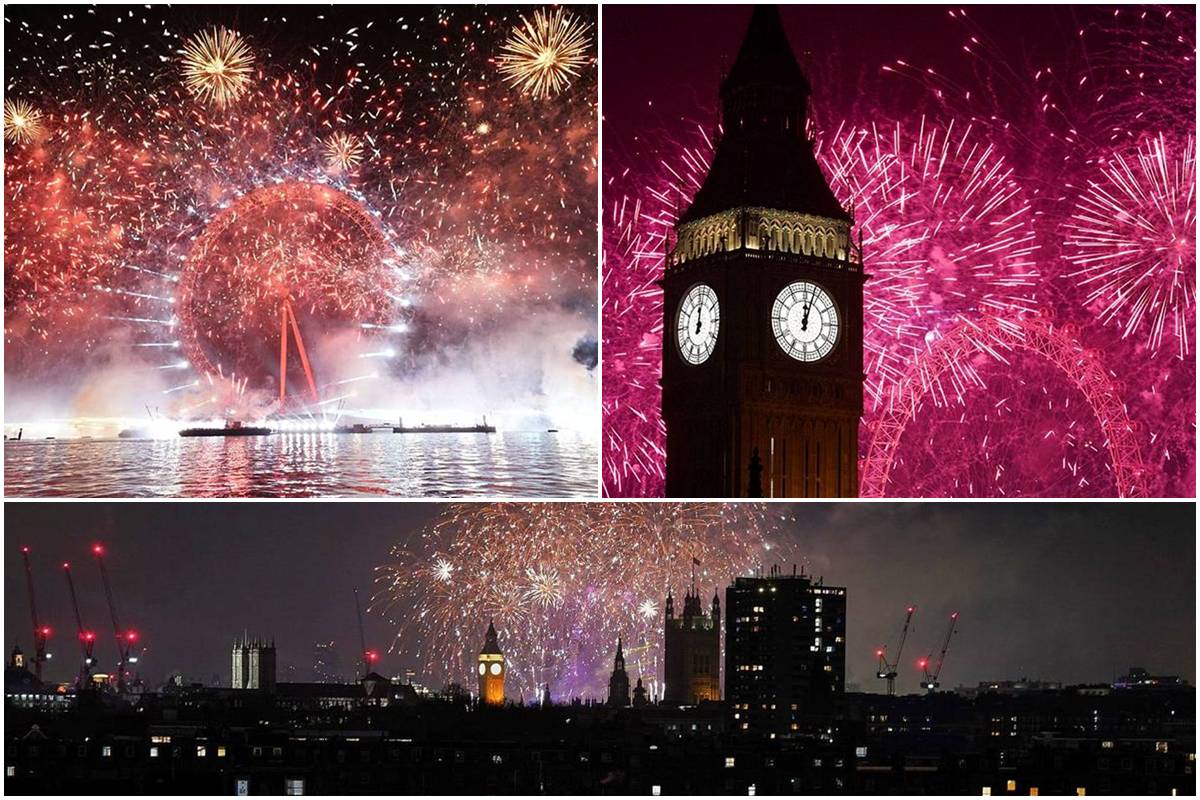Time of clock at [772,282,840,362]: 12:03
